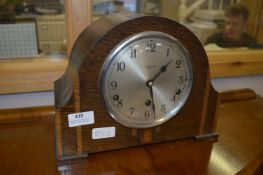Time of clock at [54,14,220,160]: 1:27
